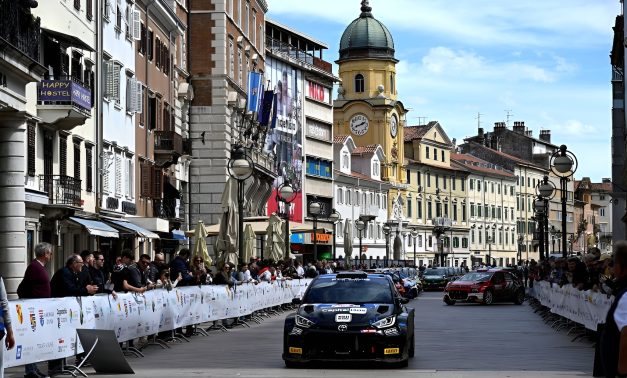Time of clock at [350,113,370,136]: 1:41
